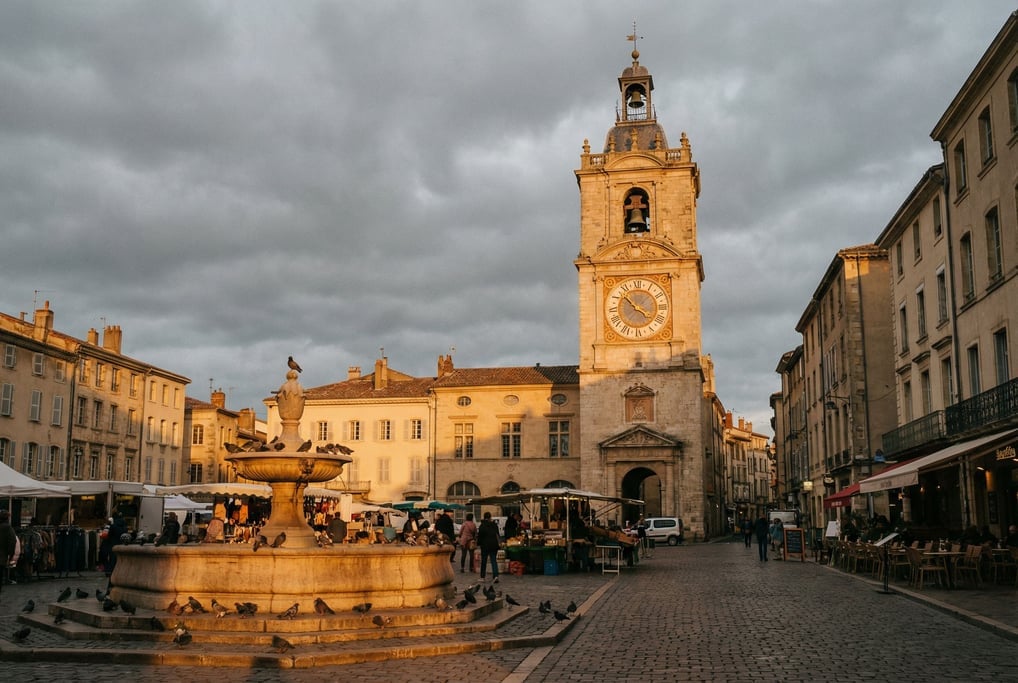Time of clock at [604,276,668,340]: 3:52
